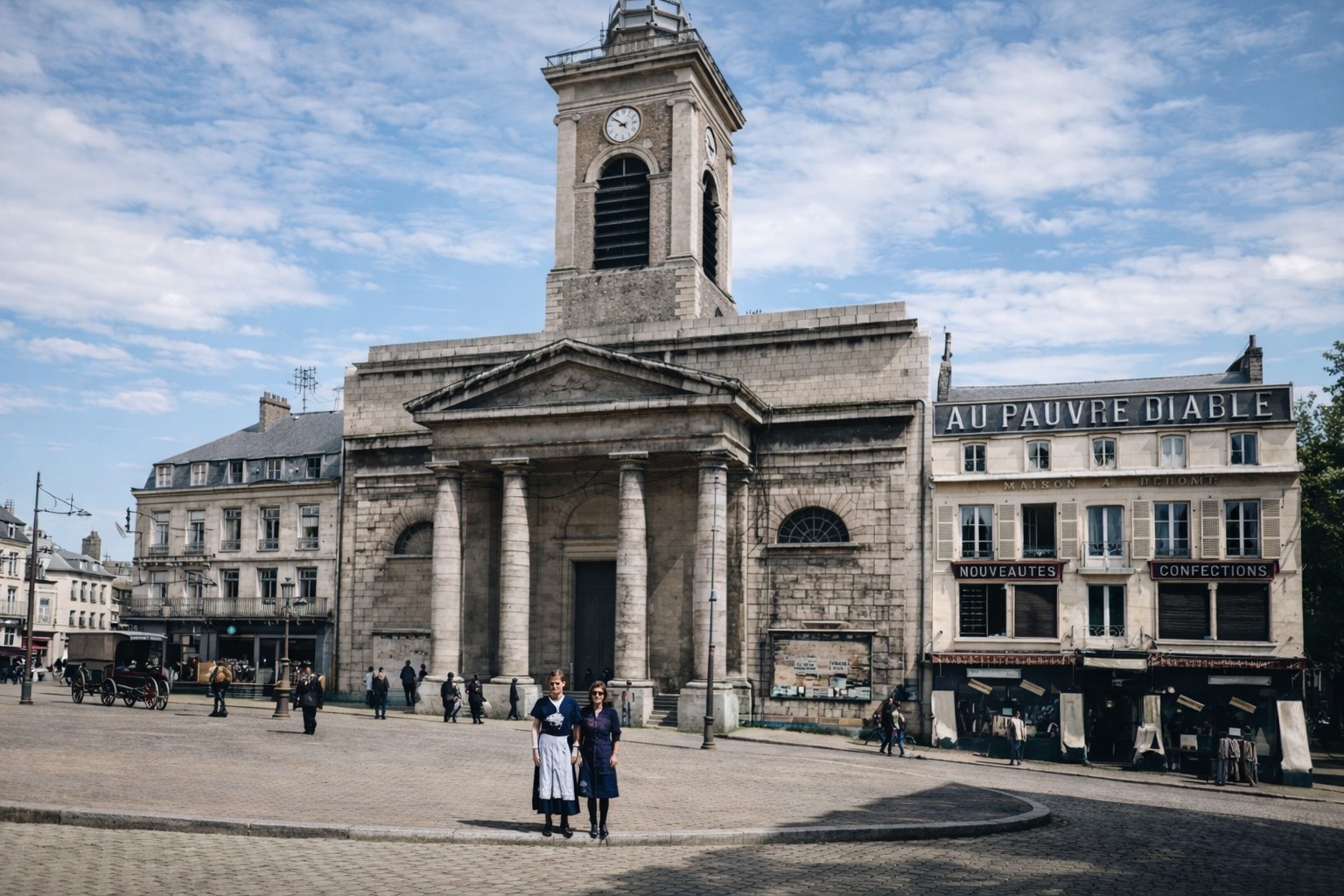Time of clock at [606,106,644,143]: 8:51
